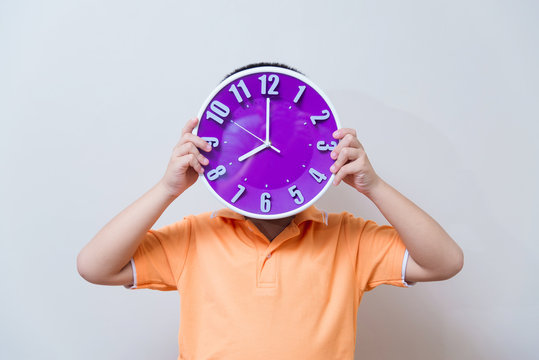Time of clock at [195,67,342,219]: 7:59
